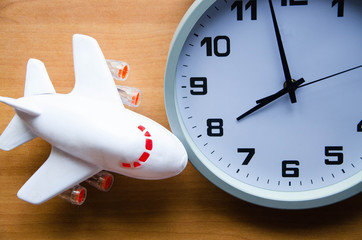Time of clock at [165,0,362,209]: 7:57
